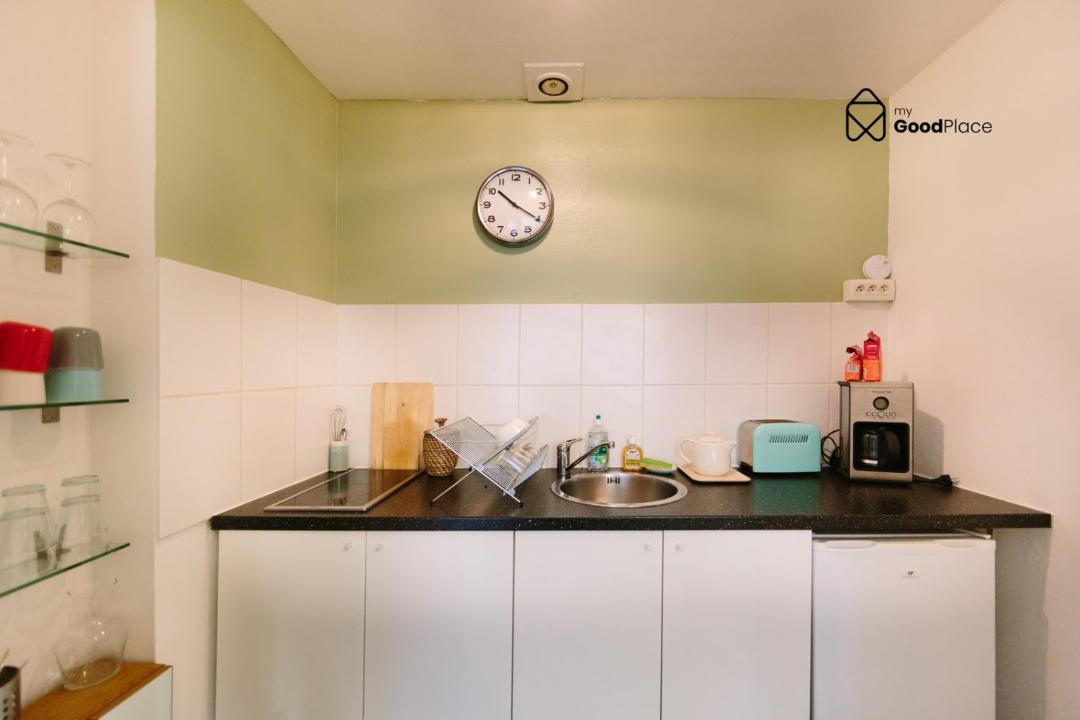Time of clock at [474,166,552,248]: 10:20
